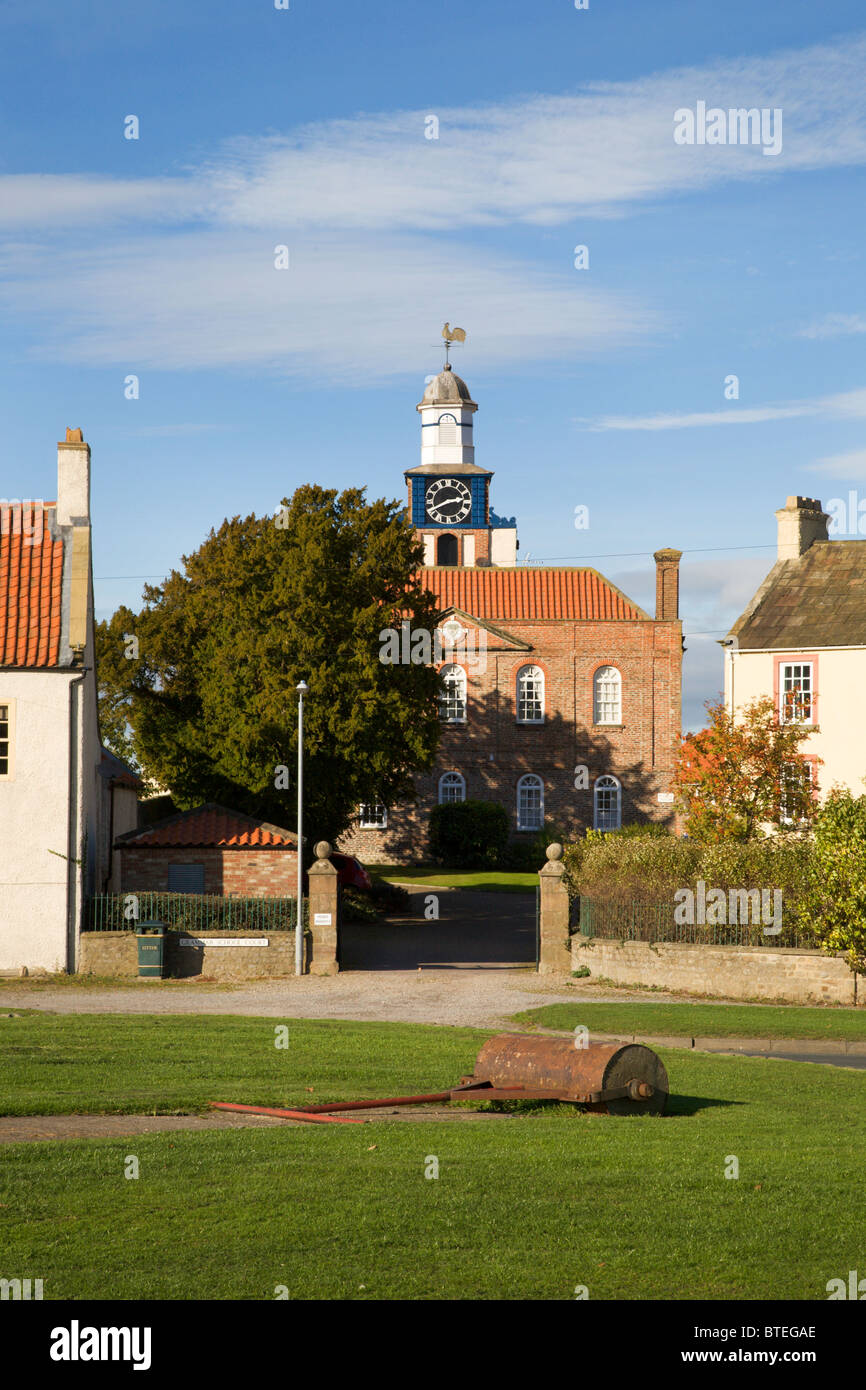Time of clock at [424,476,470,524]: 2:40
